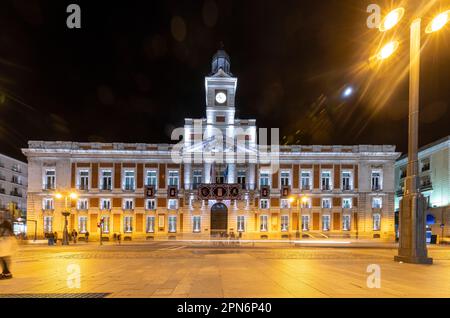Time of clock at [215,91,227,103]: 4:35
